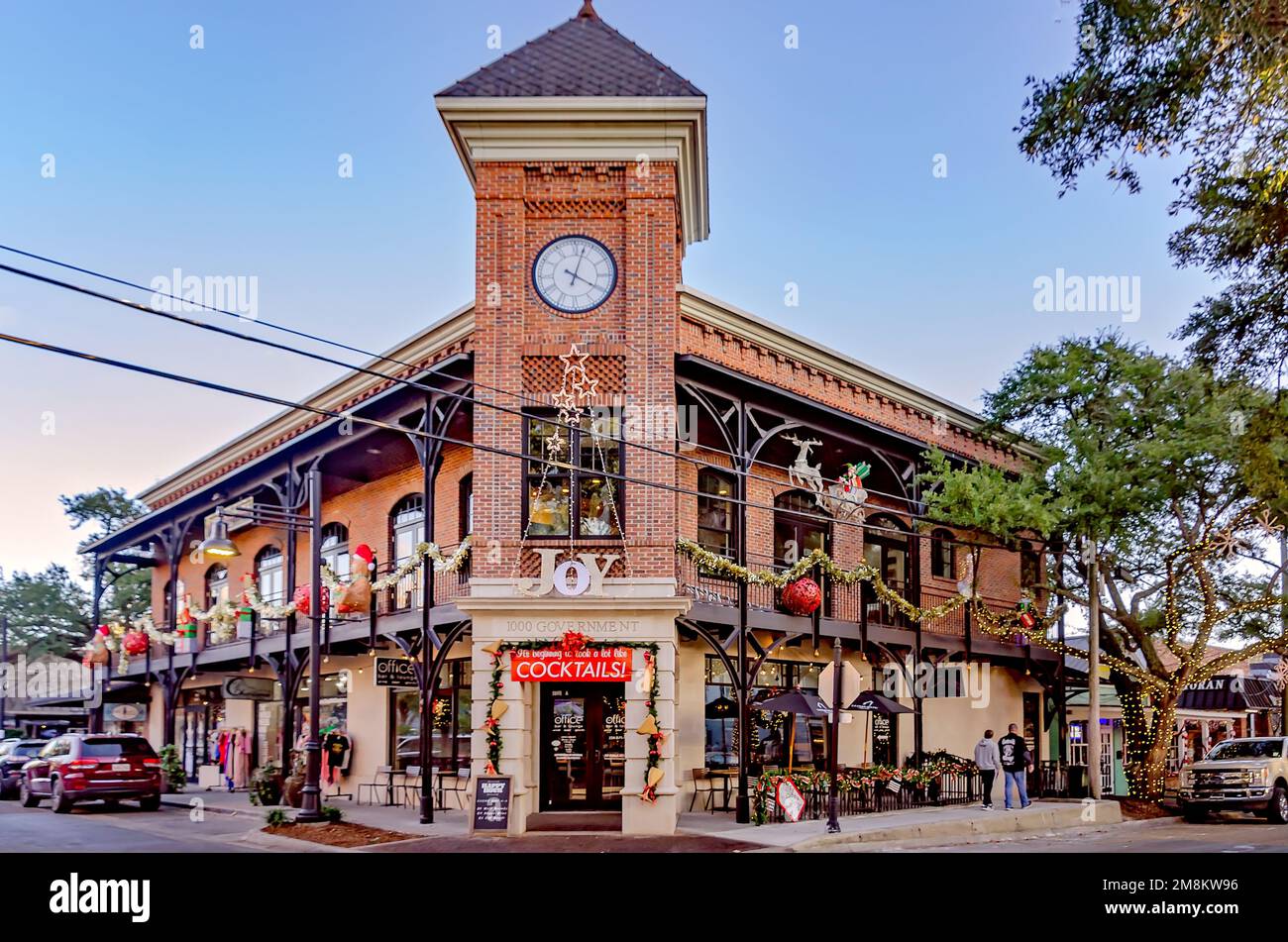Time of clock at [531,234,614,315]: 4:02
